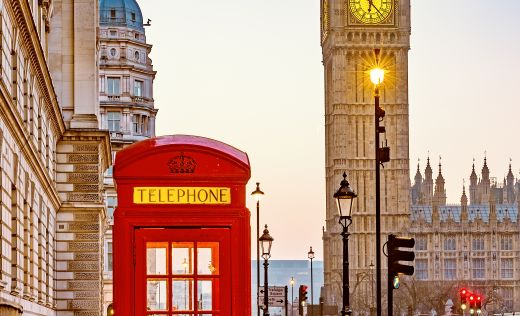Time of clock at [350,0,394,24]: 6:23
